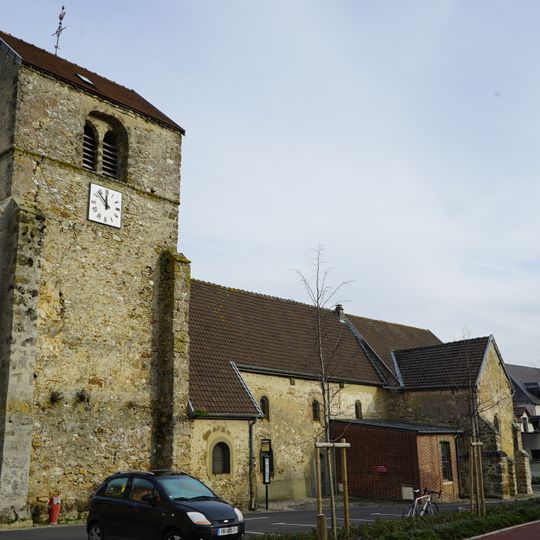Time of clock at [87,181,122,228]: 11:52
